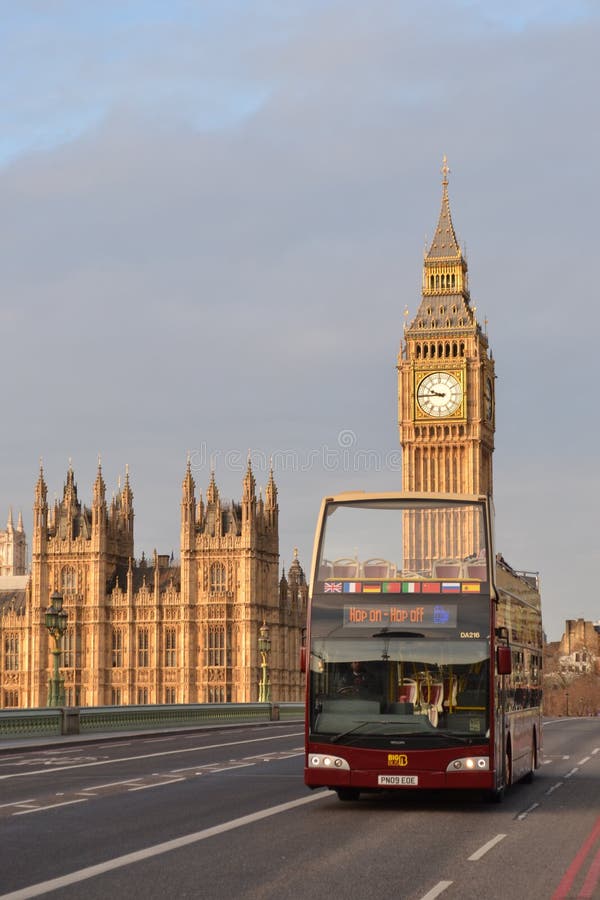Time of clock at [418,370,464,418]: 9:44
